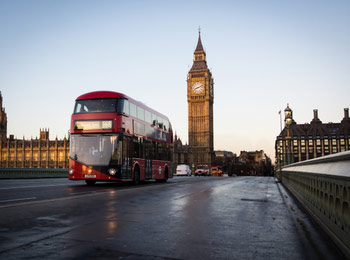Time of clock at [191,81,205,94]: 8:11
